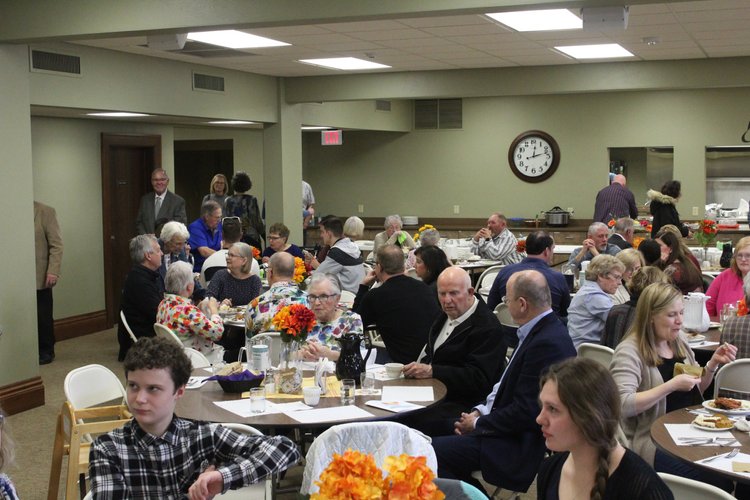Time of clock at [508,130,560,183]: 12:12
